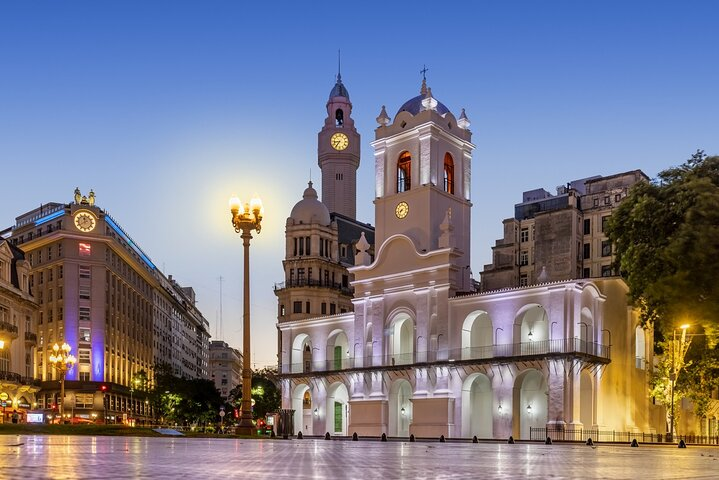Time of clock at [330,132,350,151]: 8:36
